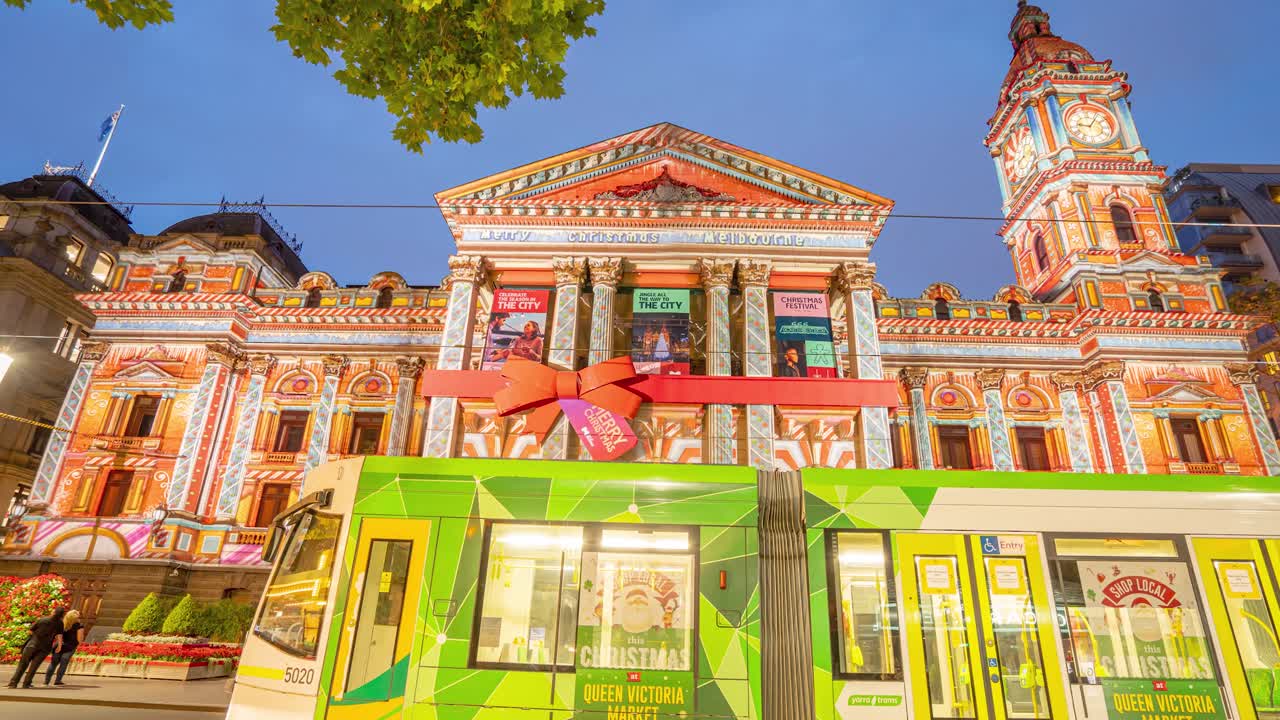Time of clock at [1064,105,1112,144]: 9:05
